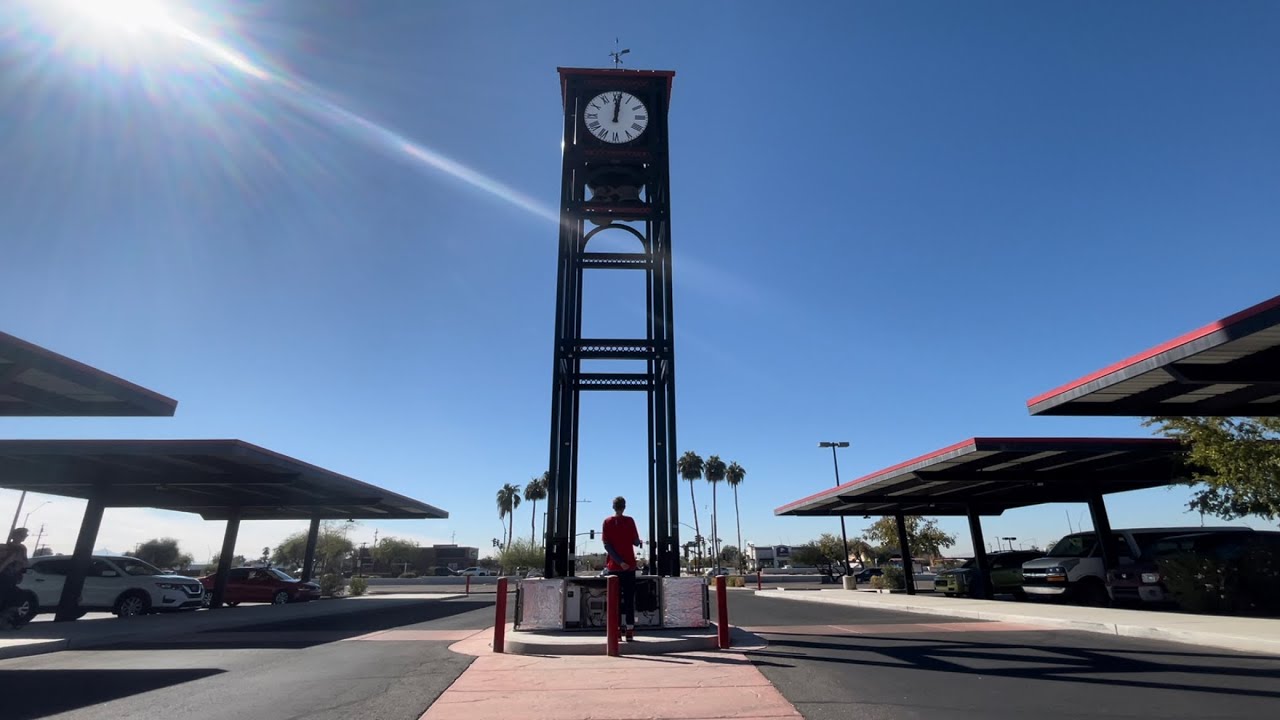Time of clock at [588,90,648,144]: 12:01
